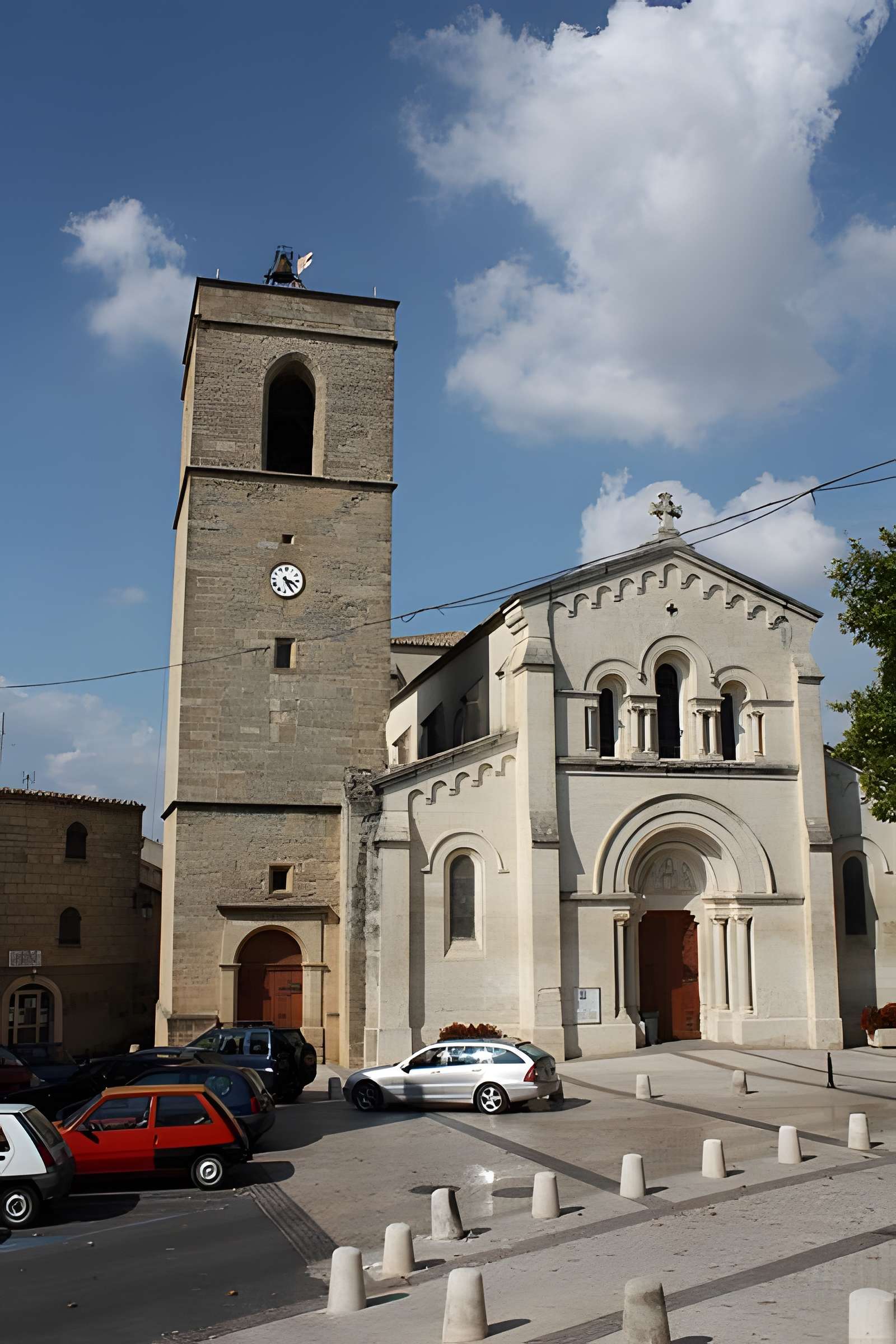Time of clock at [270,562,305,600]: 3:24
